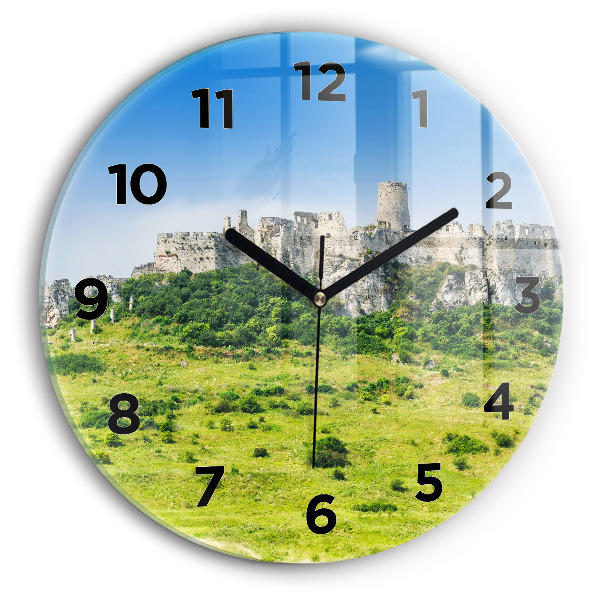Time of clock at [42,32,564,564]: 10:10
